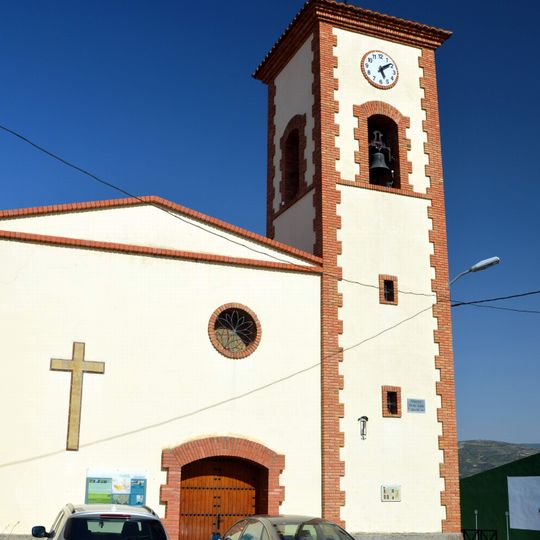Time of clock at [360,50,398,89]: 5:08
